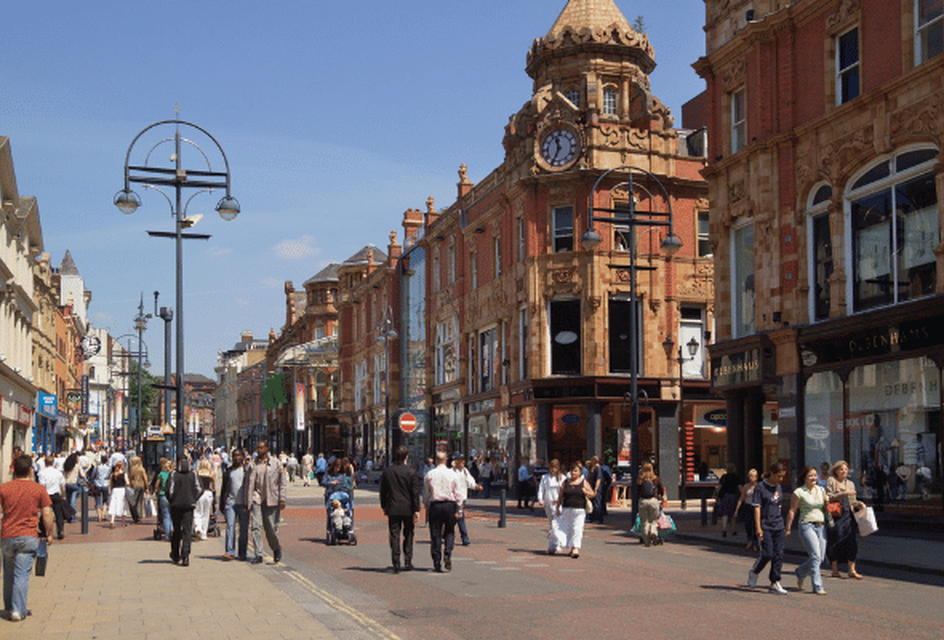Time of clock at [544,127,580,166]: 11:34
